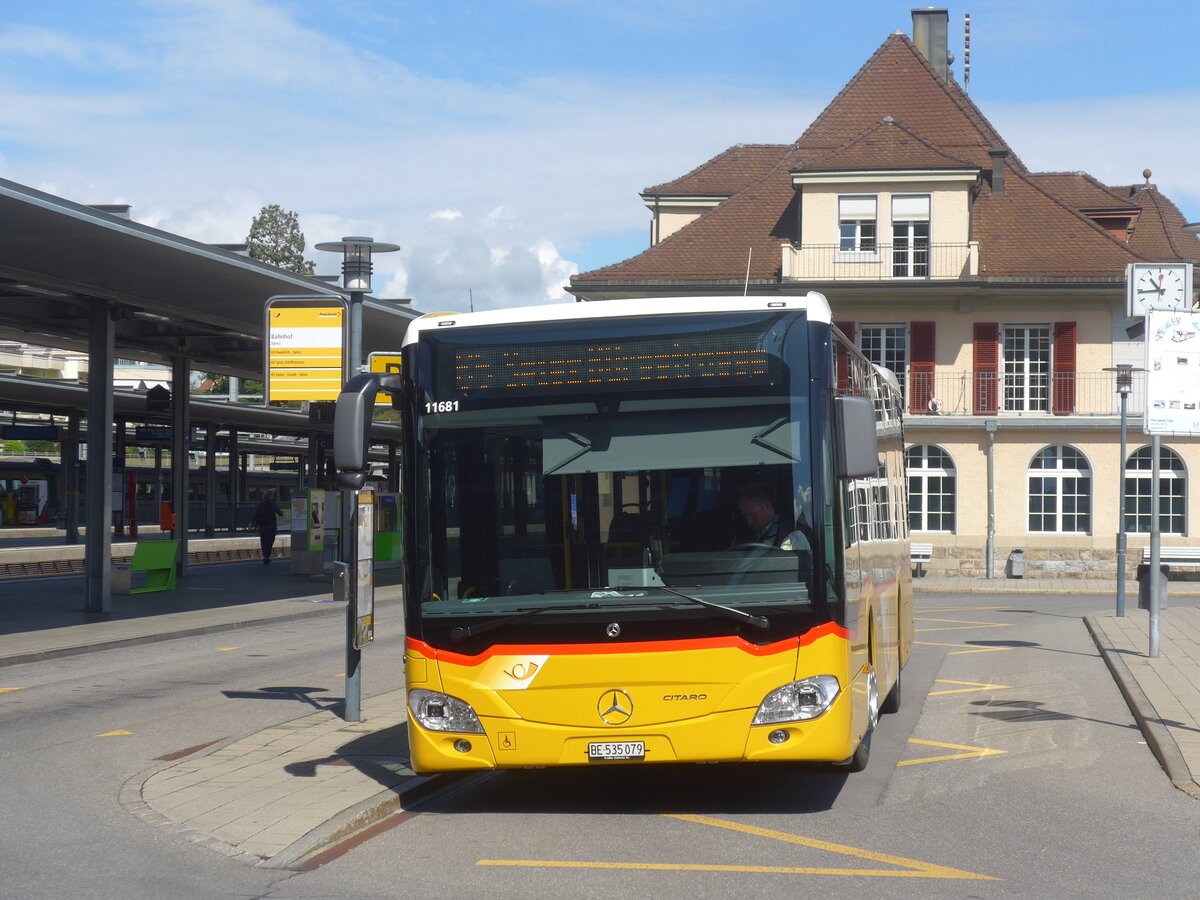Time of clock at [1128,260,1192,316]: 10:43
